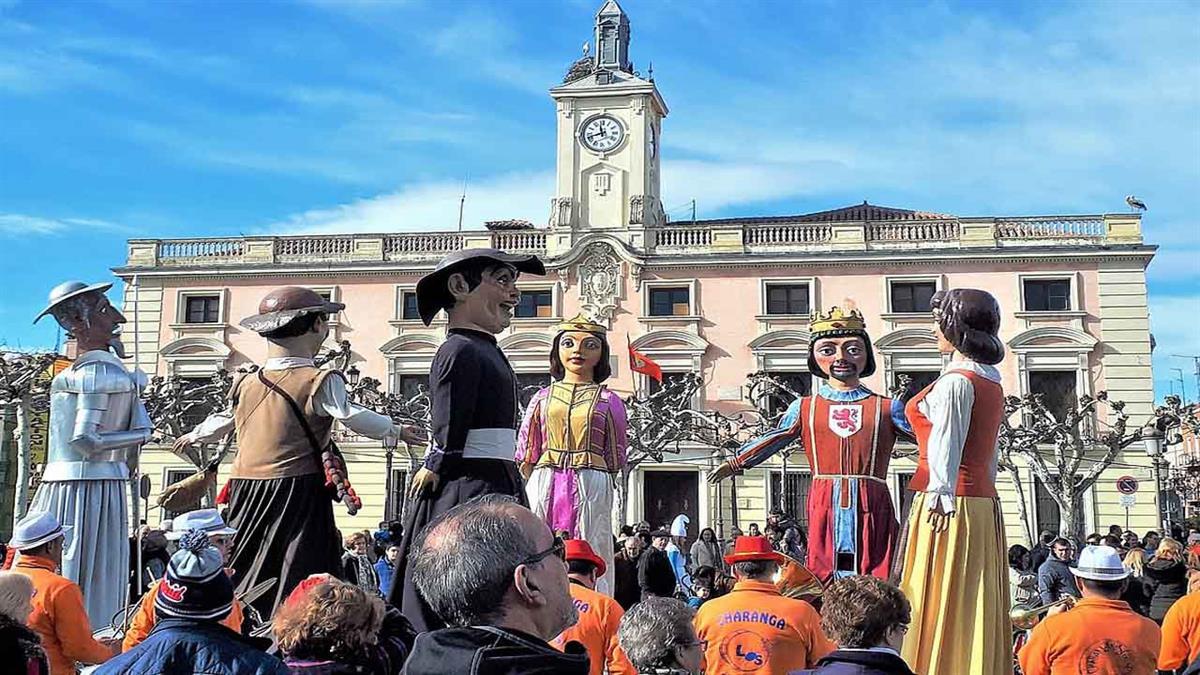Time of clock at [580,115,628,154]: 11:41
